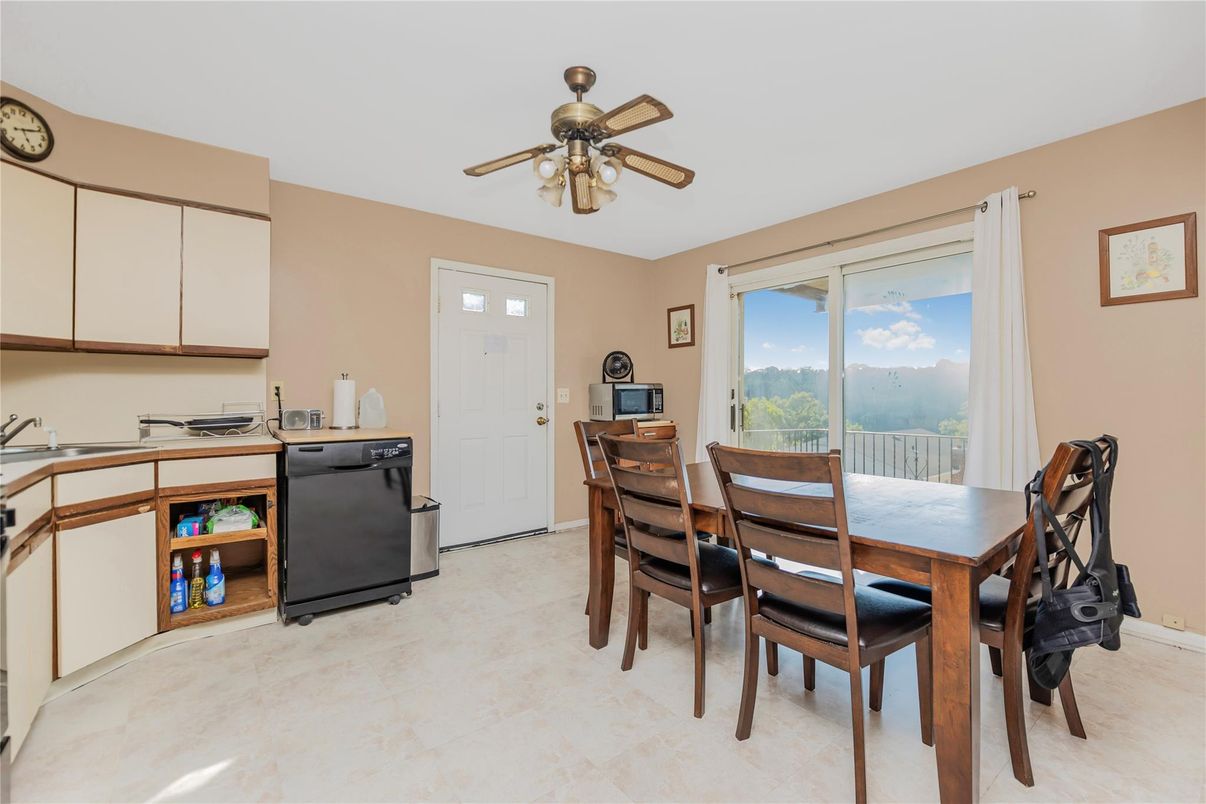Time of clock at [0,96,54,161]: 5:11
